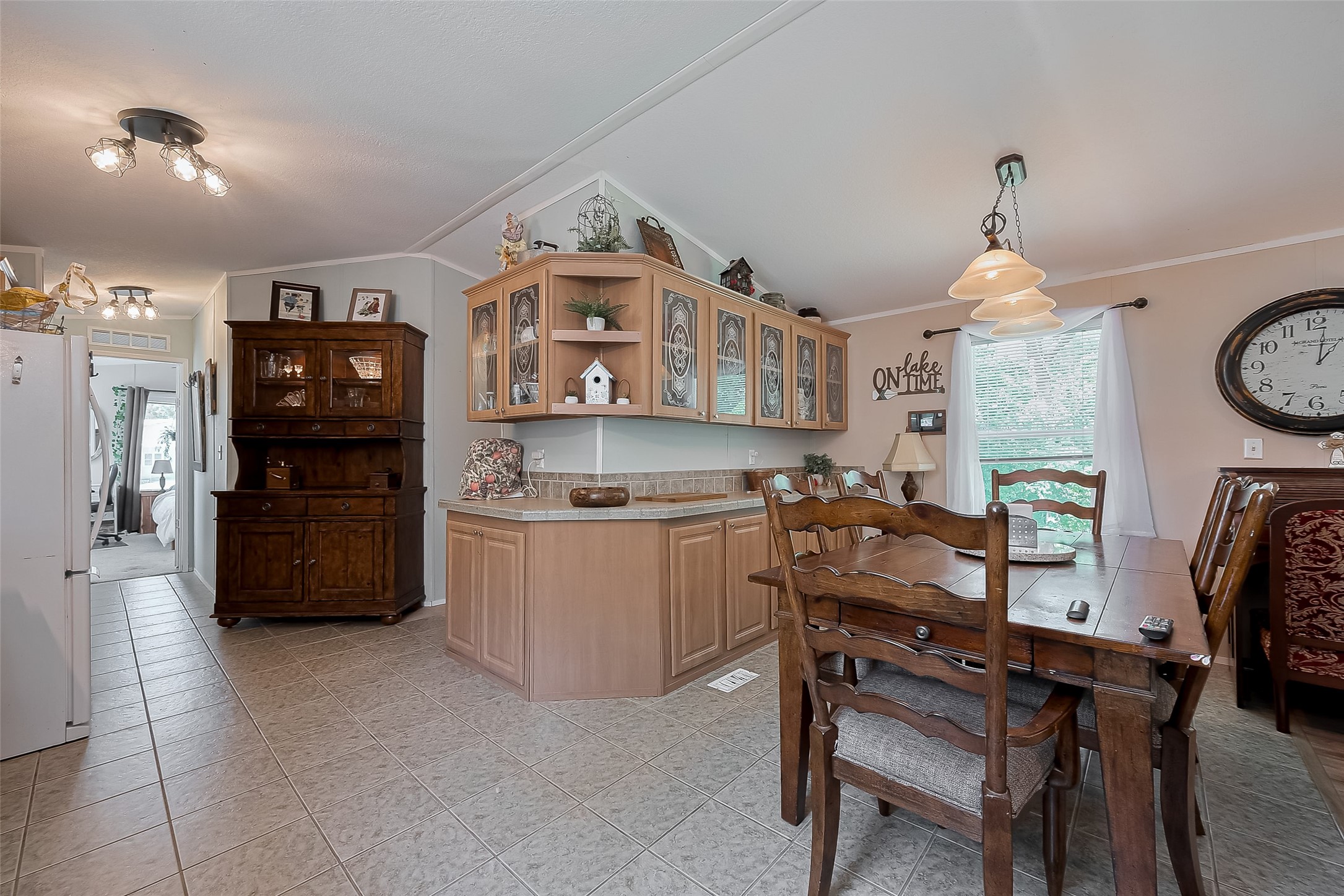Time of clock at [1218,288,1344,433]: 1:01
